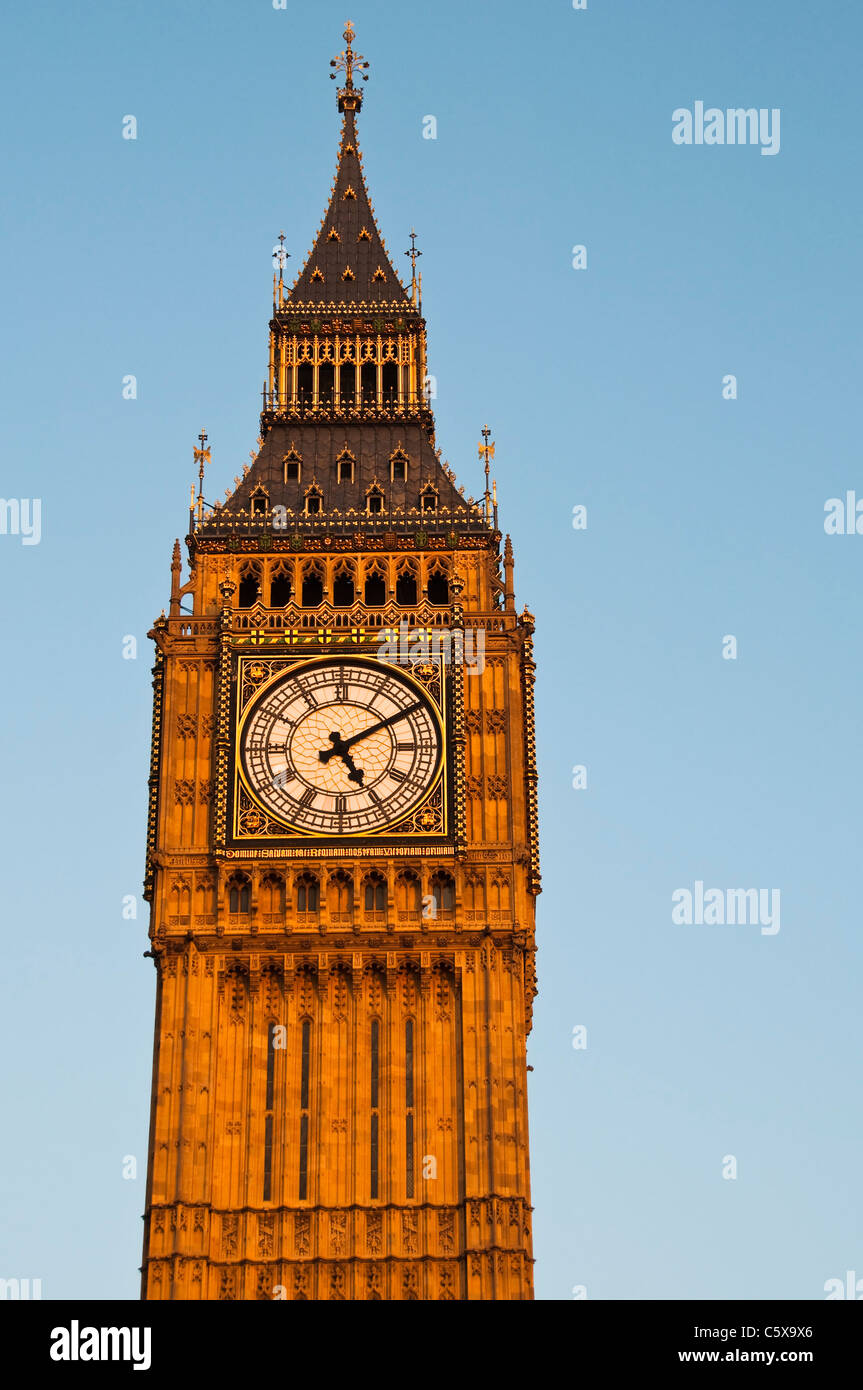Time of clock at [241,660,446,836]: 5:09
